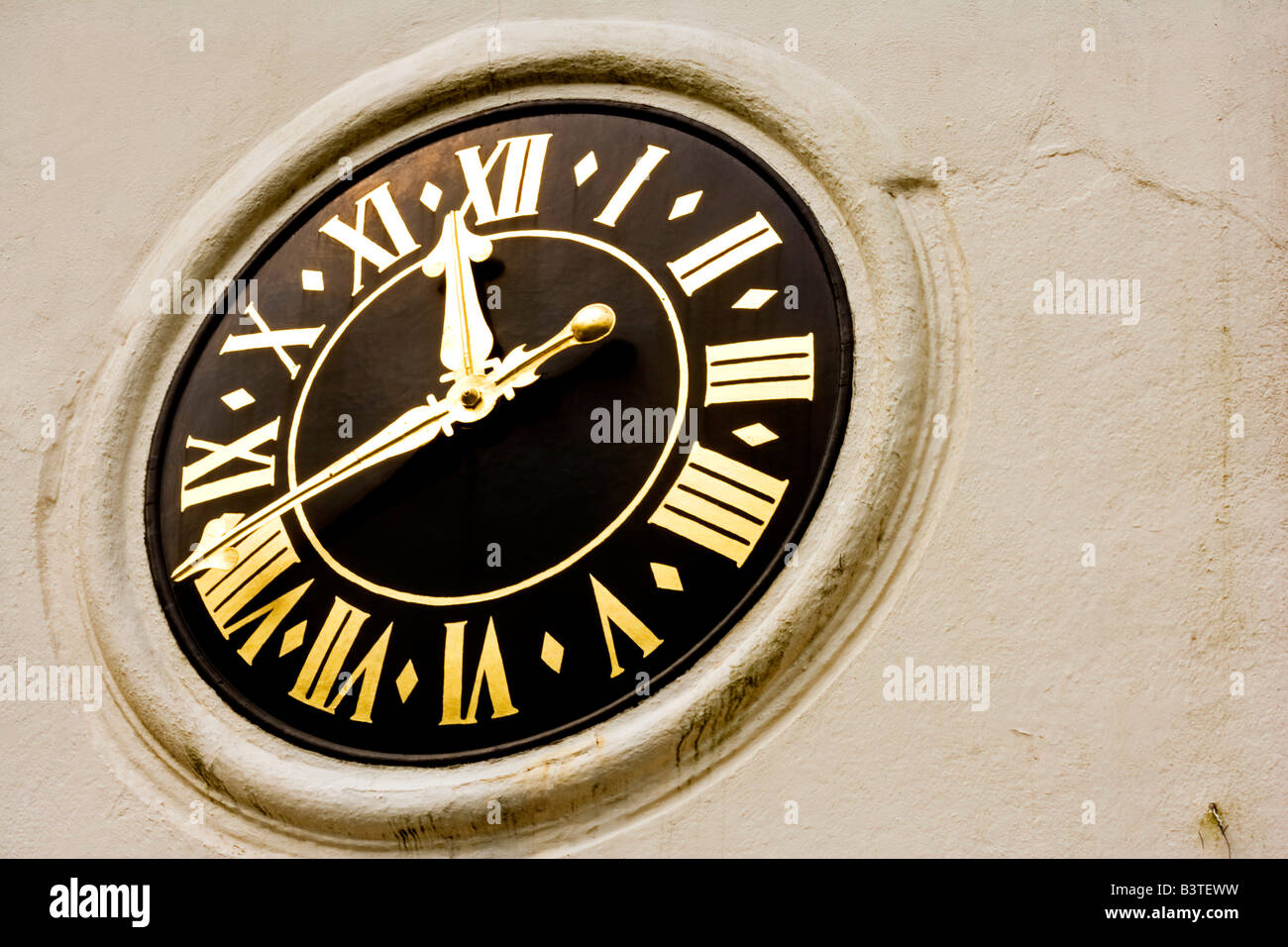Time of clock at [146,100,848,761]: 11:41
